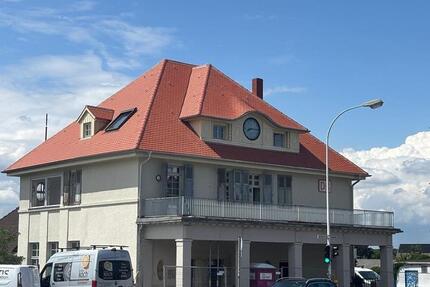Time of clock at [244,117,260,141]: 8:14
